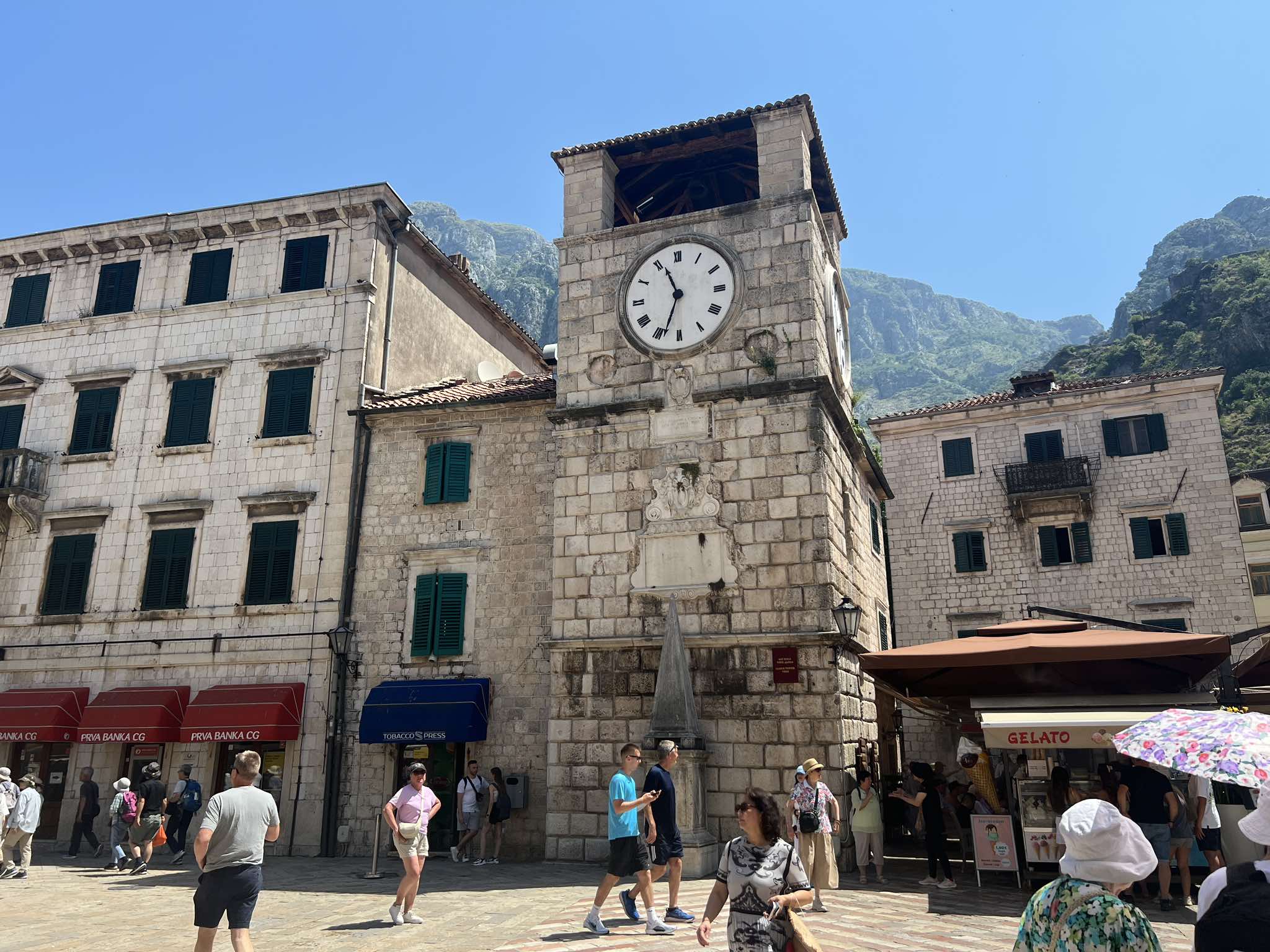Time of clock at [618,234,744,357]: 11:33
